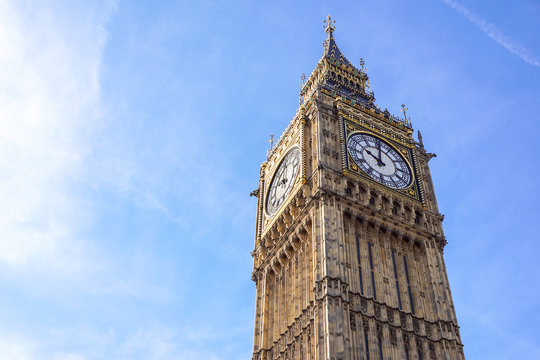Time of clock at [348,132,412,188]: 10:00
